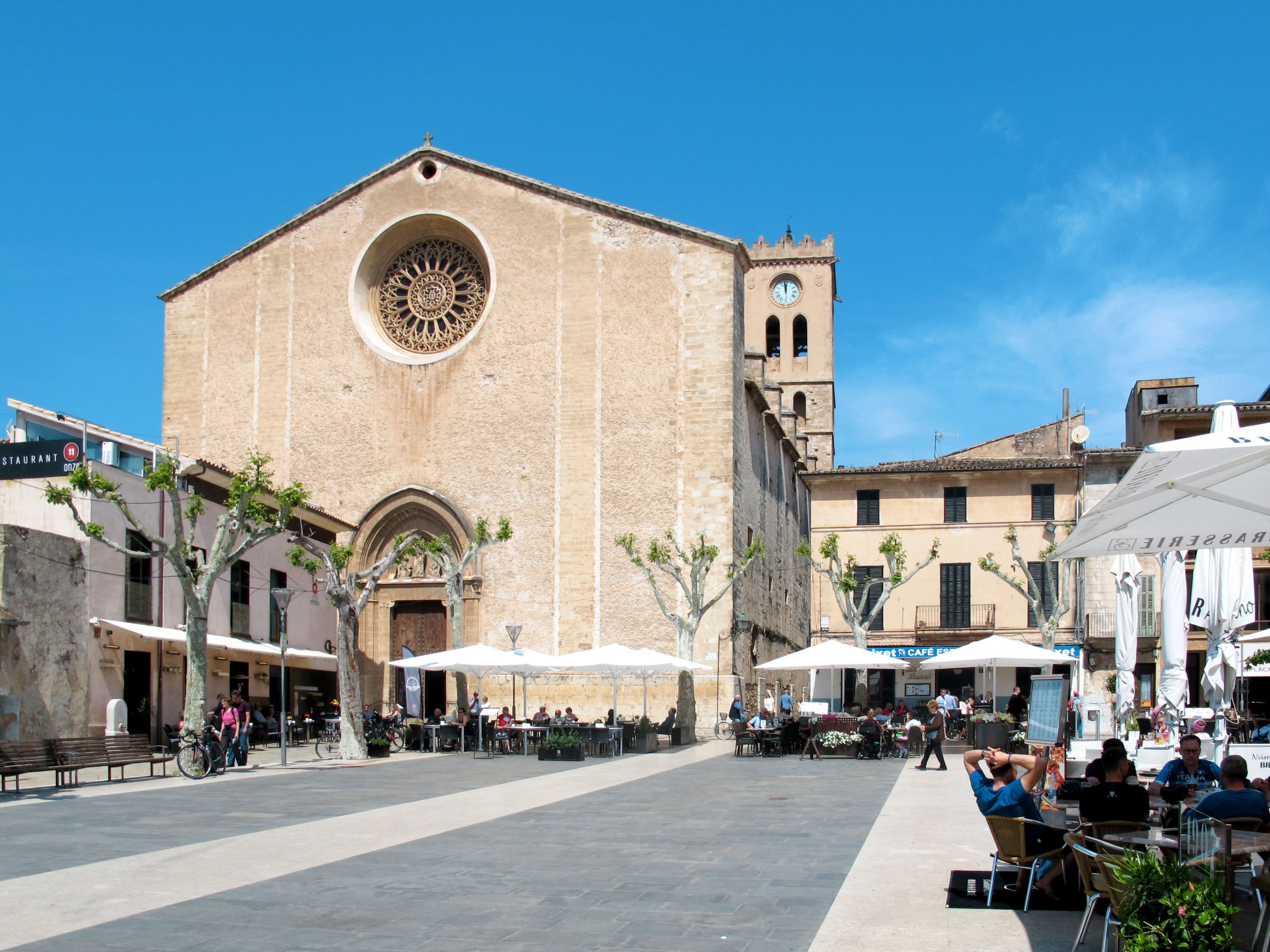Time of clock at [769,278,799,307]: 11:58
